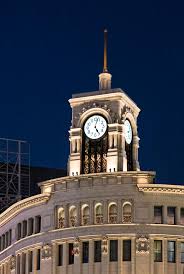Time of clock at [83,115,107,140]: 5:03
